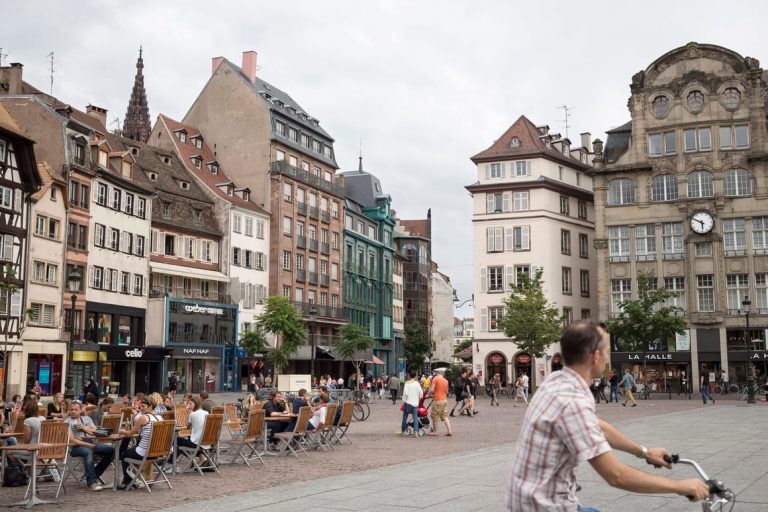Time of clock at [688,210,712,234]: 5:49
